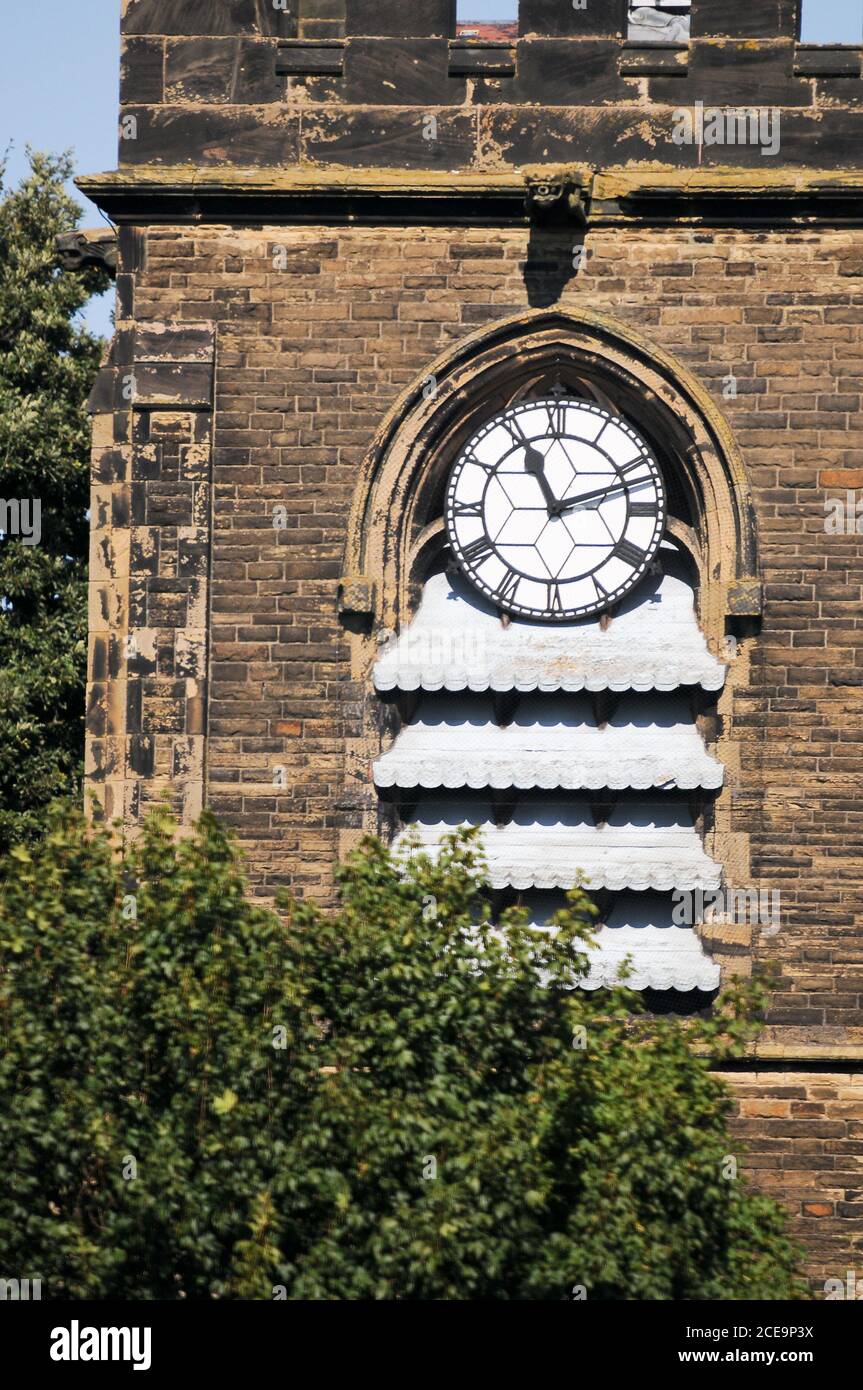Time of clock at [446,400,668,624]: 11:11
